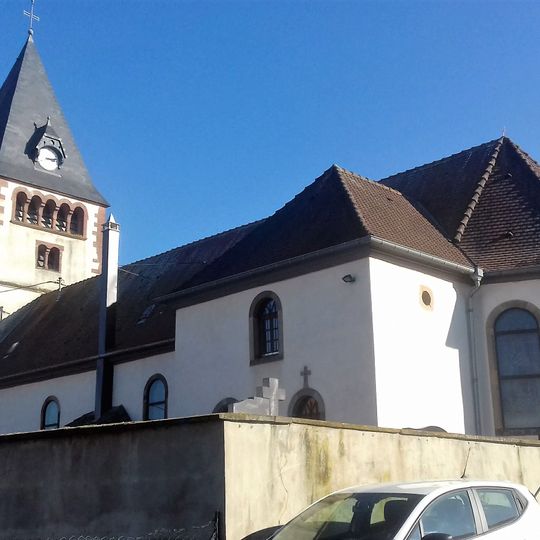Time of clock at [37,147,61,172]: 3:13
